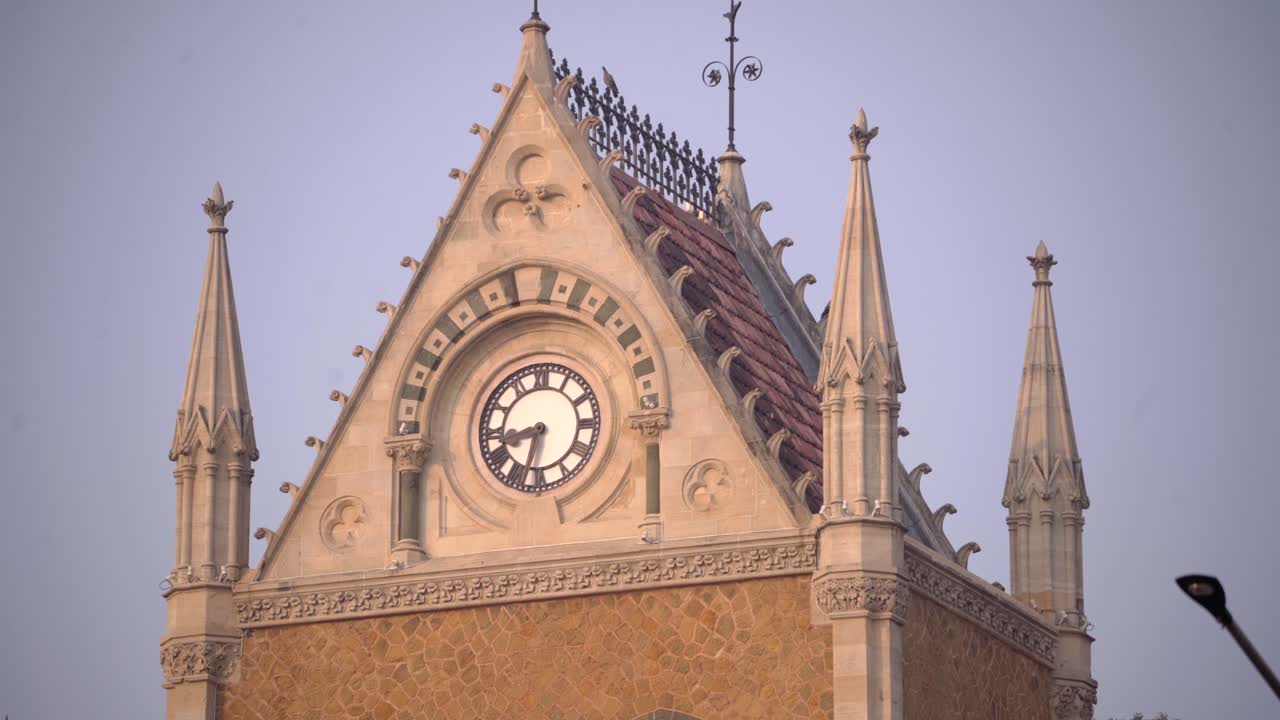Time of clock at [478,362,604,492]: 8:32
